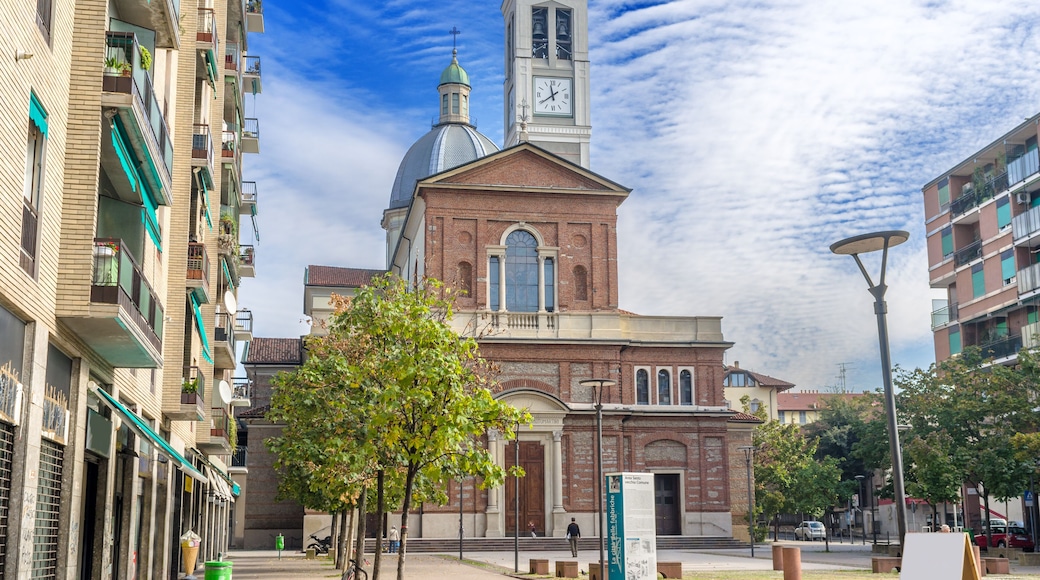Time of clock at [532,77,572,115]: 11:39
